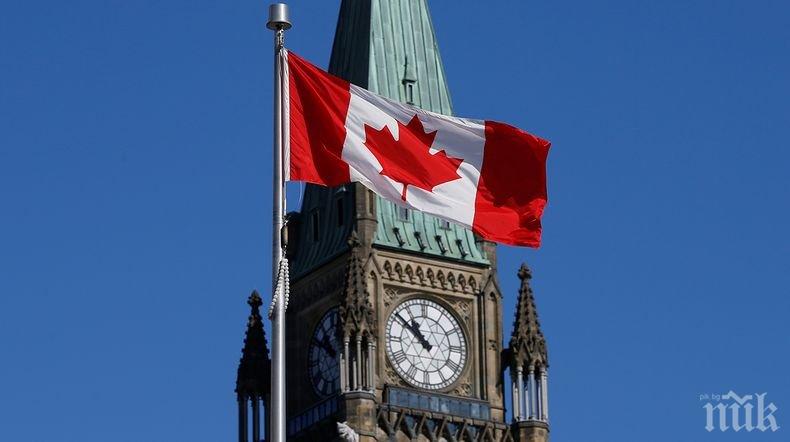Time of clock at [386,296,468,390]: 10:51
